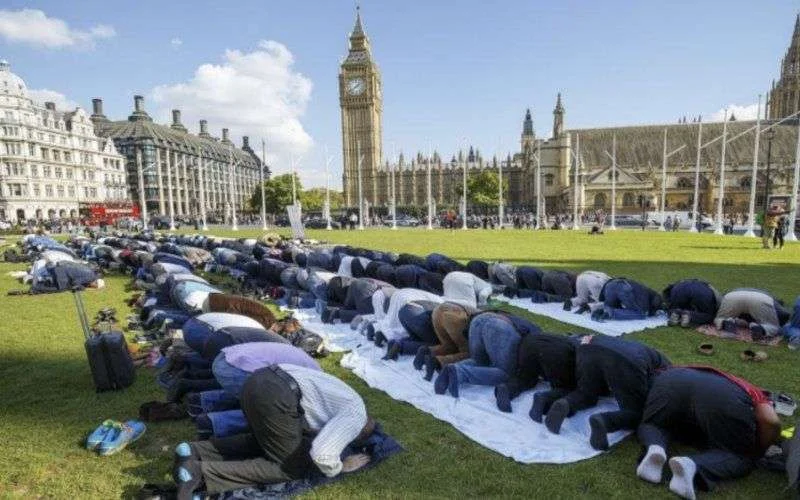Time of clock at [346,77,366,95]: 1:38
